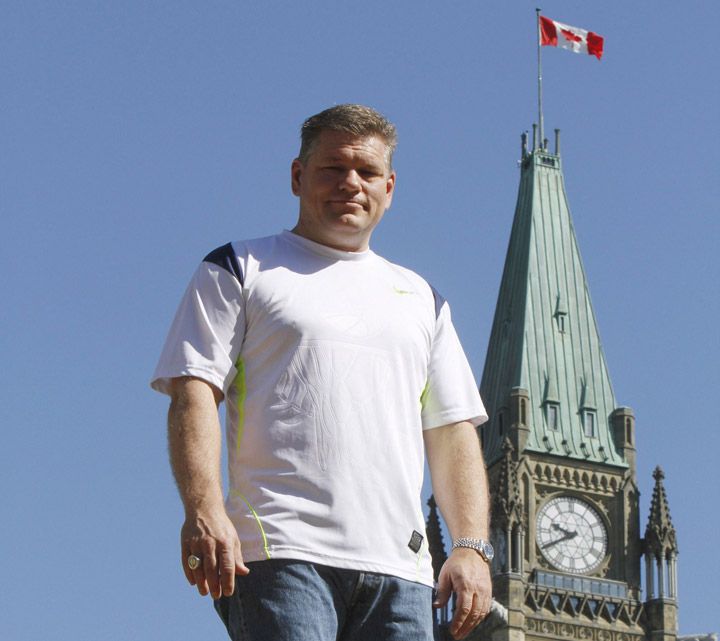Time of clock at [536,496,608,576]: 9:40
